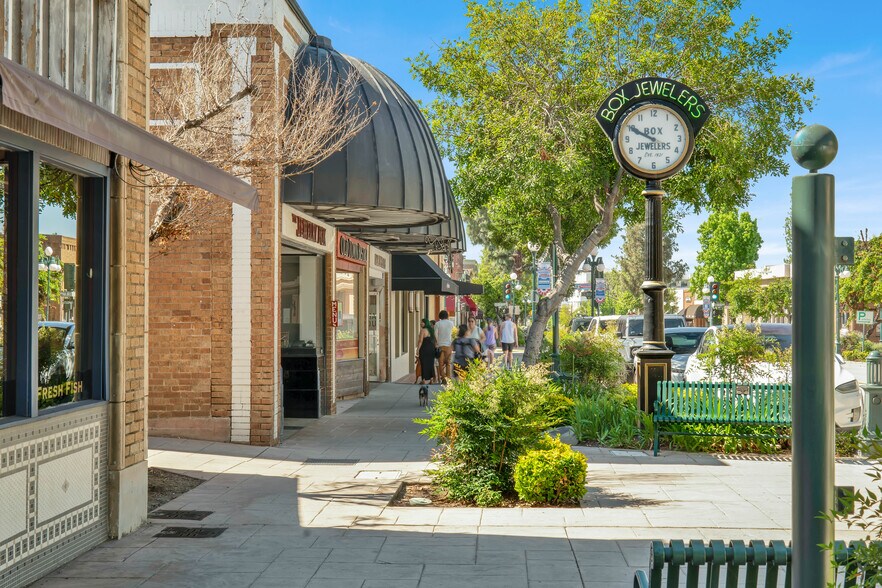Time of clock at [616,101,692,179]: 9:49
